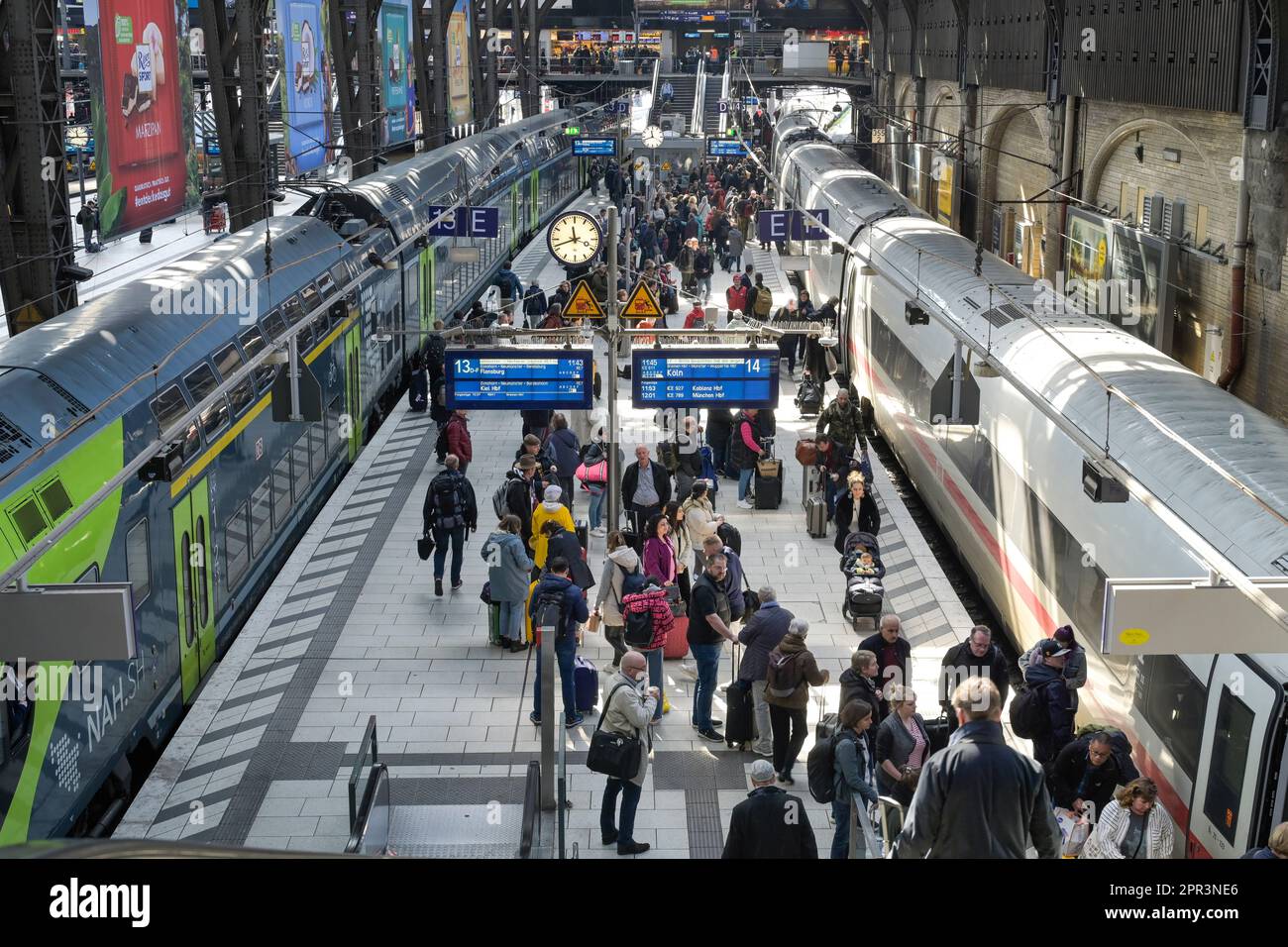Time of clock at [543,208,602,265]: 11:41
